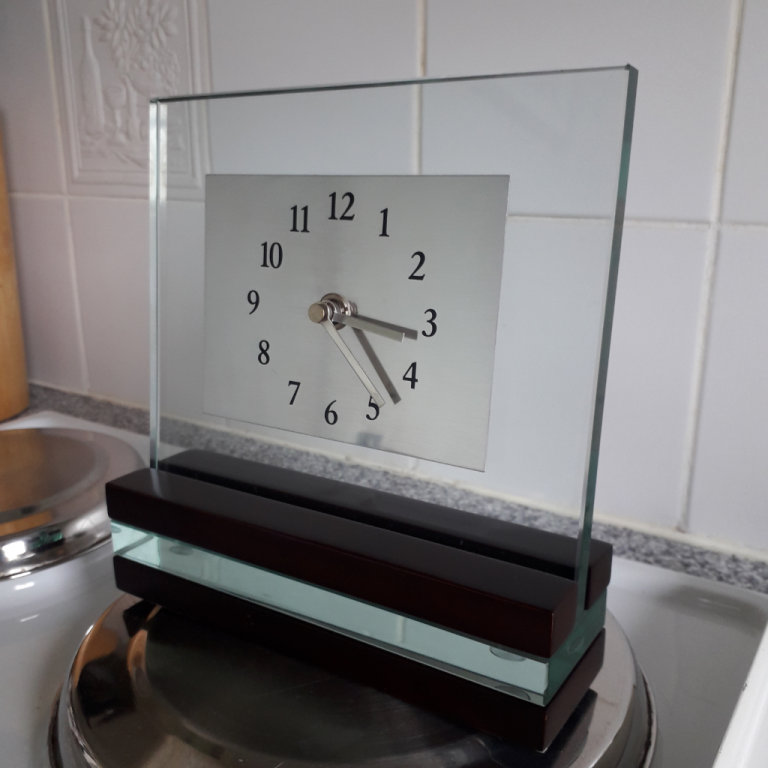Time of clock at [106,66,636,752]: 3:23
